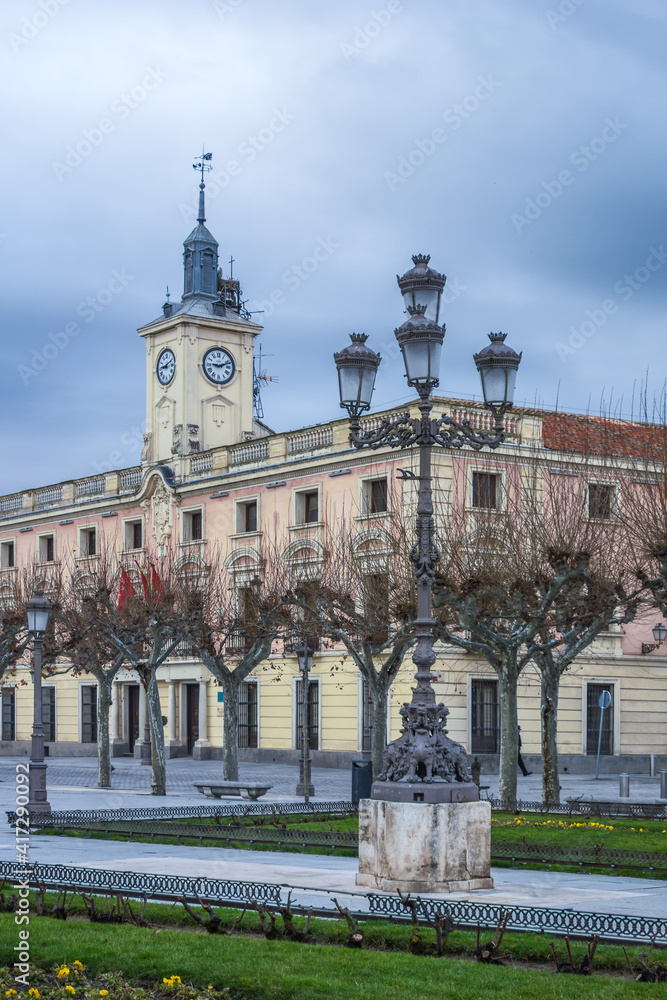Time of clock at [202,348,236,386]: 9:11
